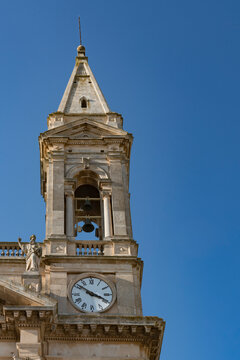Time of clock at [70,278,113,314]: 3:51
